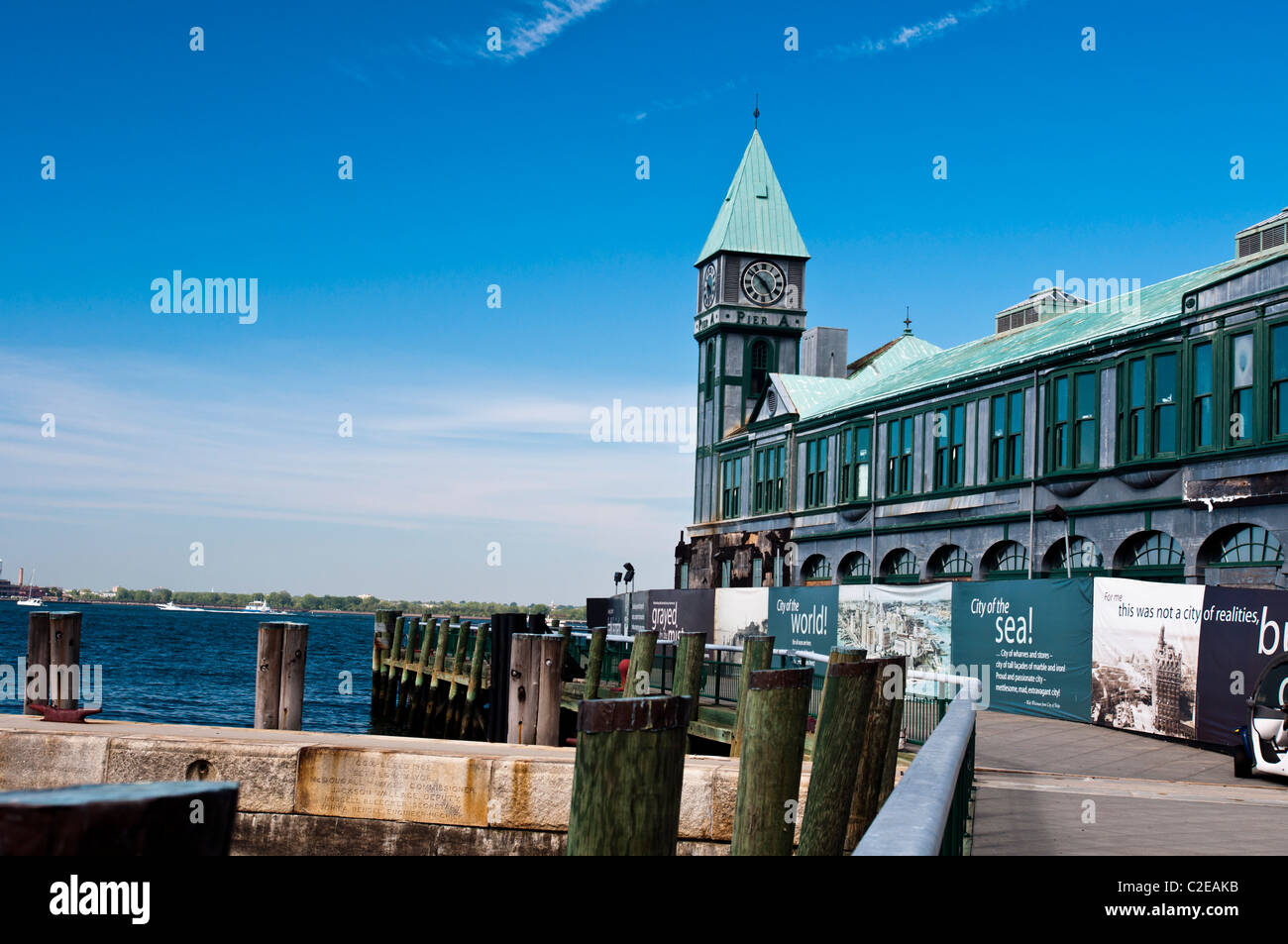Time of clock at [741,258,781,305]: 4:51
